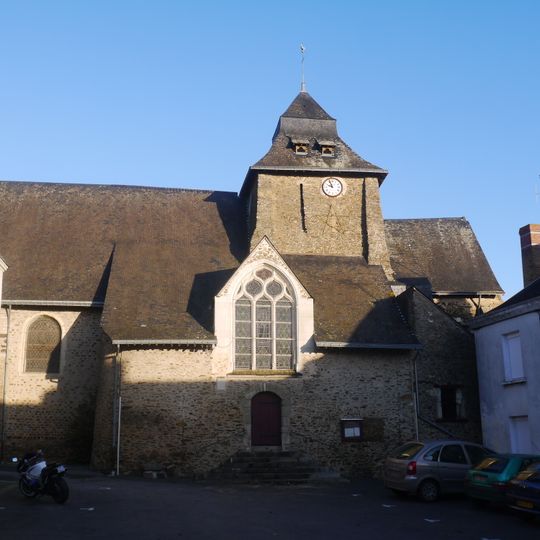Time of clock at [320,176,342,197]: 9:57
